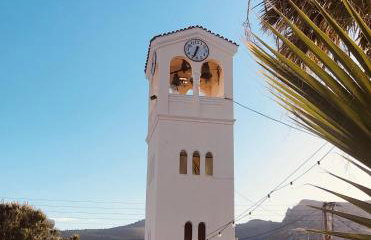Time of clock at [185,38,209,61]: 6:33
